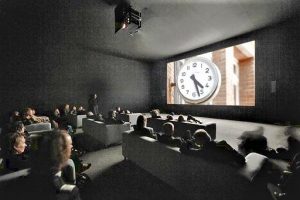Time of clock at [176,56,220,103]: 4:27
